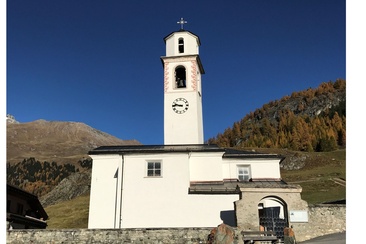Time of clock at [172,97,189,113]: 9:45
